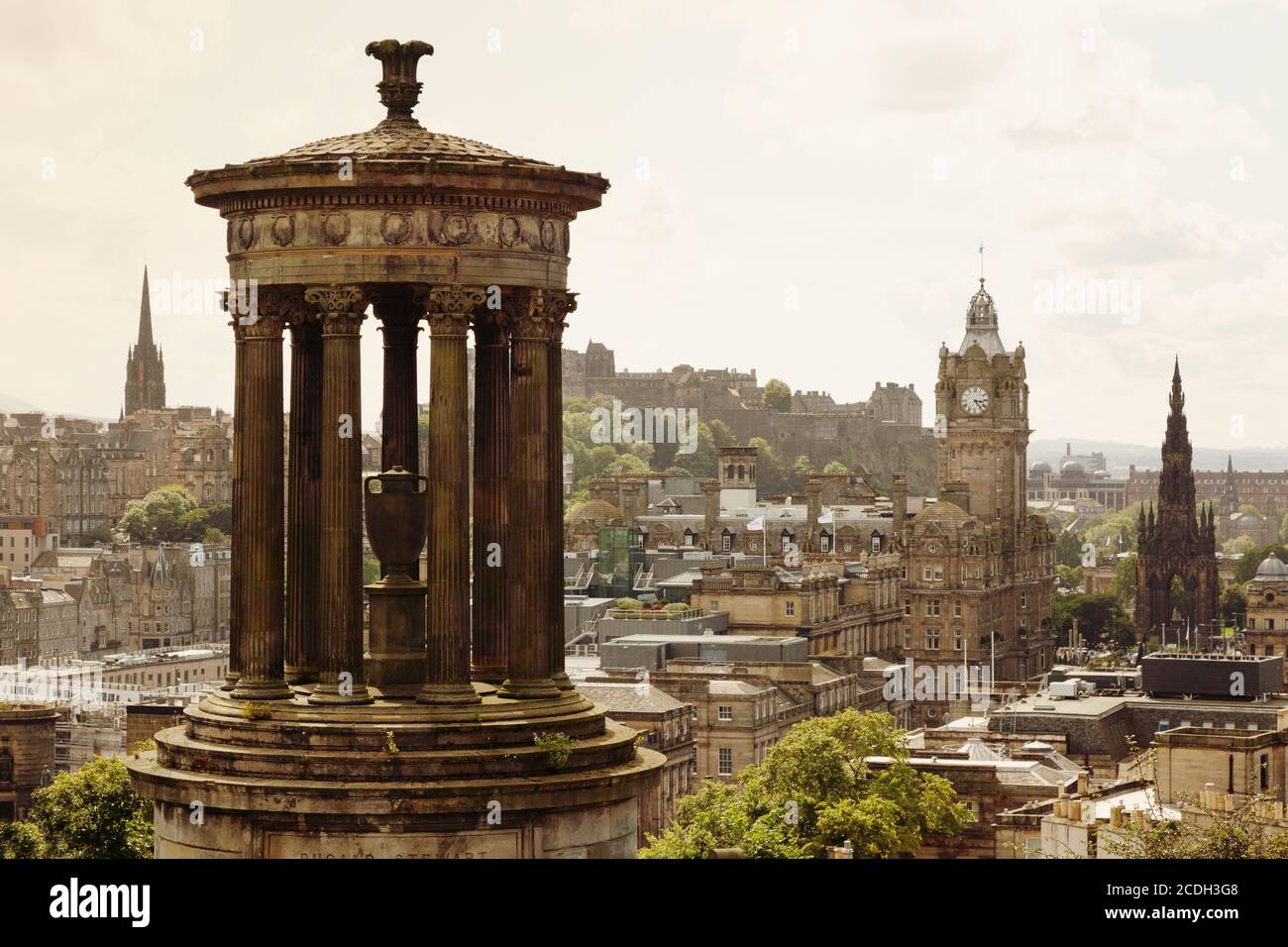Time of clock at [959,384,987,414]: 3:23
